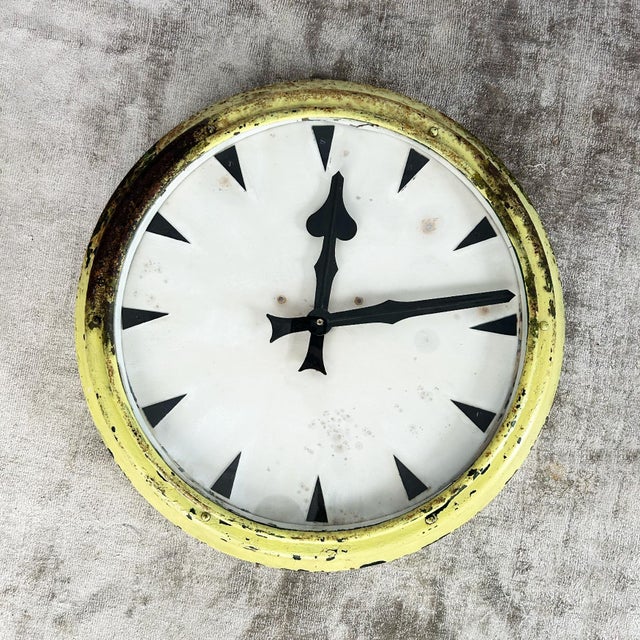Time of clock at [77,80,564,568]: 12:13
